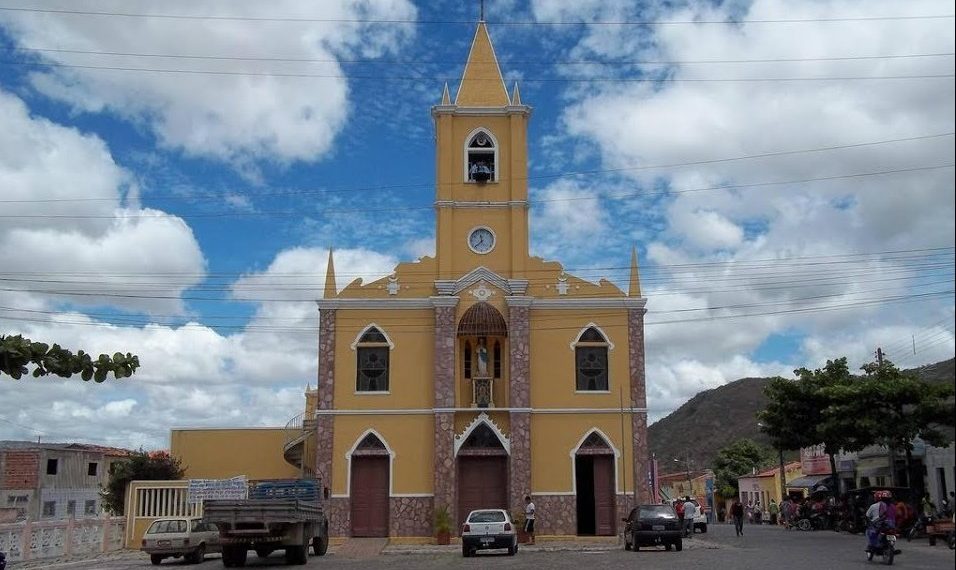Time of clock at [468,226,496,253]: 11:37
